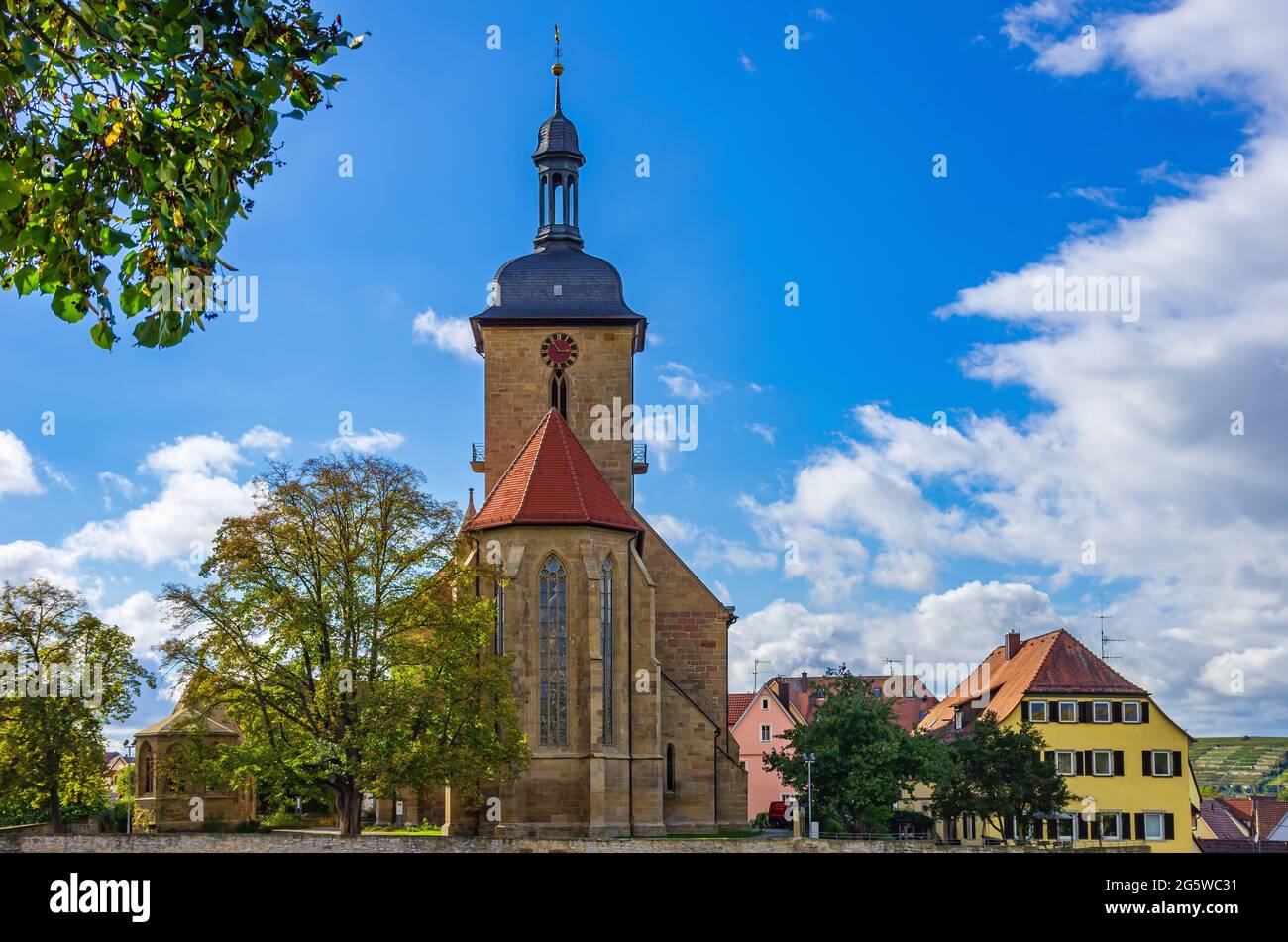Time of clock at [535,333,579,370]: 2:54
